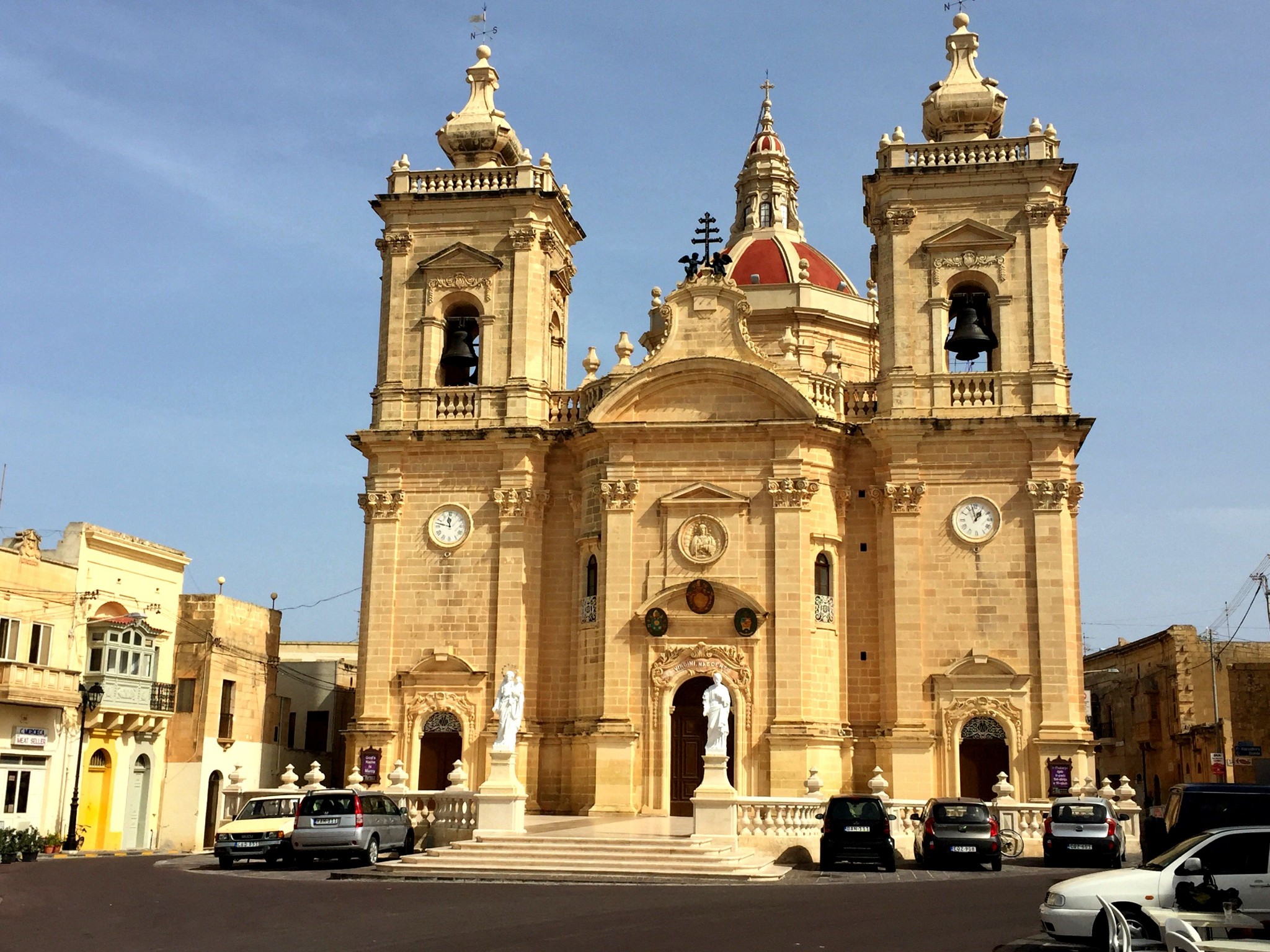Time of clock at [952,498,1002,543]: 12:57
